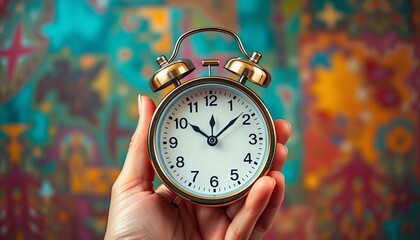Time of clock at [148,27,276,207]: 10:08
